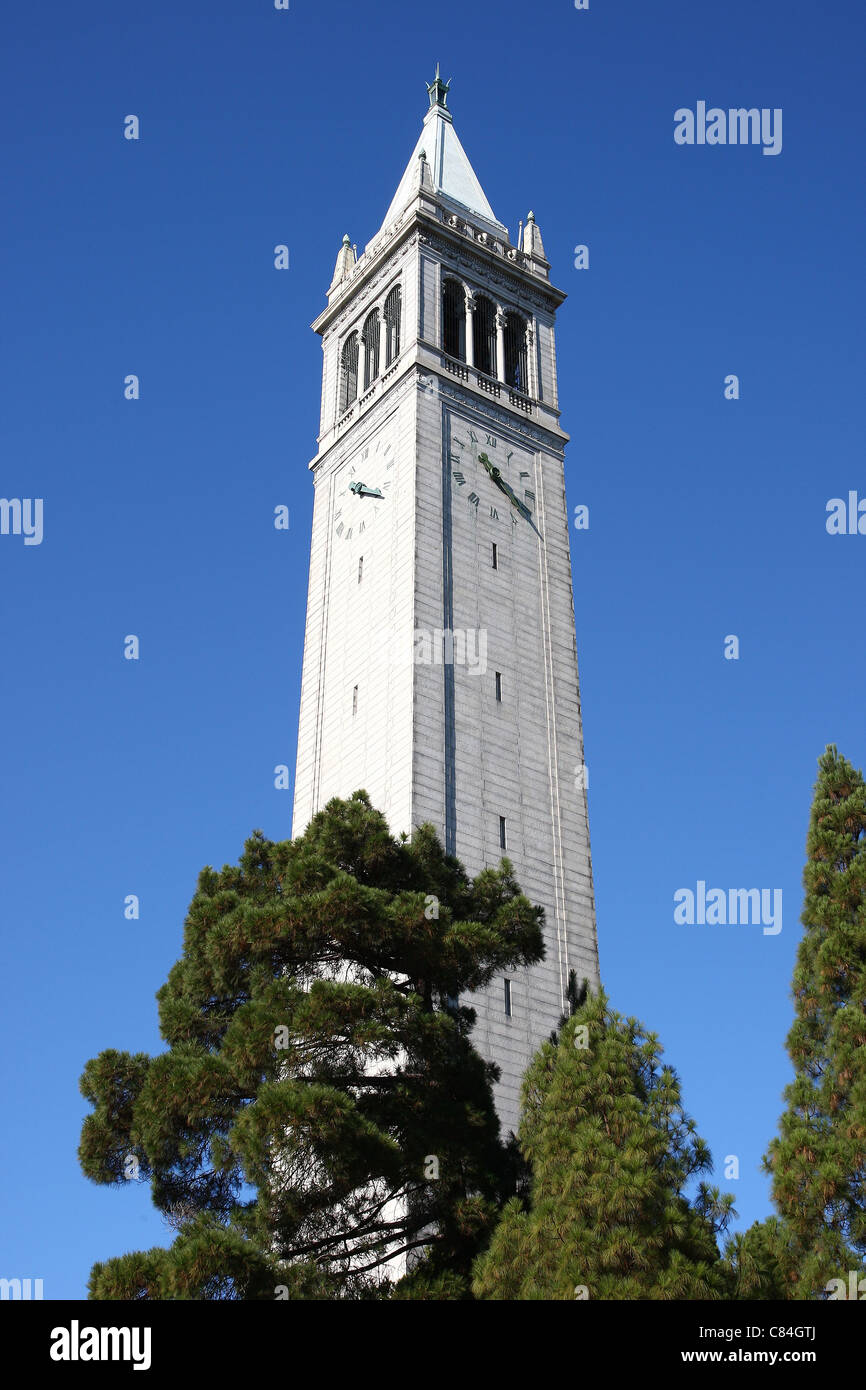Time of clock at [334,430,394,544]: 4:21
